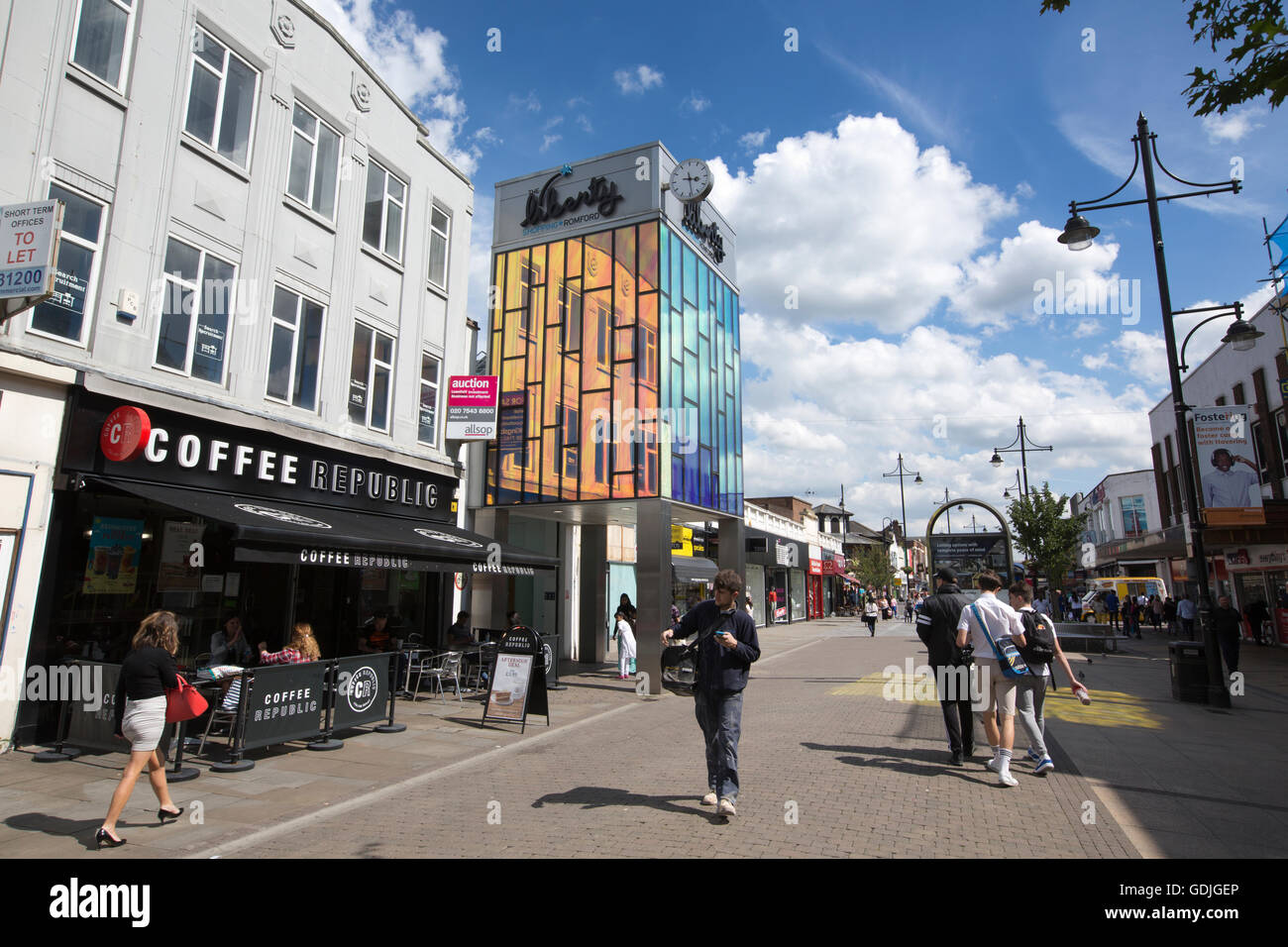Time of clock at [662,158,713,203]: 3:28
